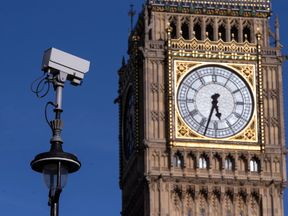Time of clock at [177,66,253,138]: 5:33
